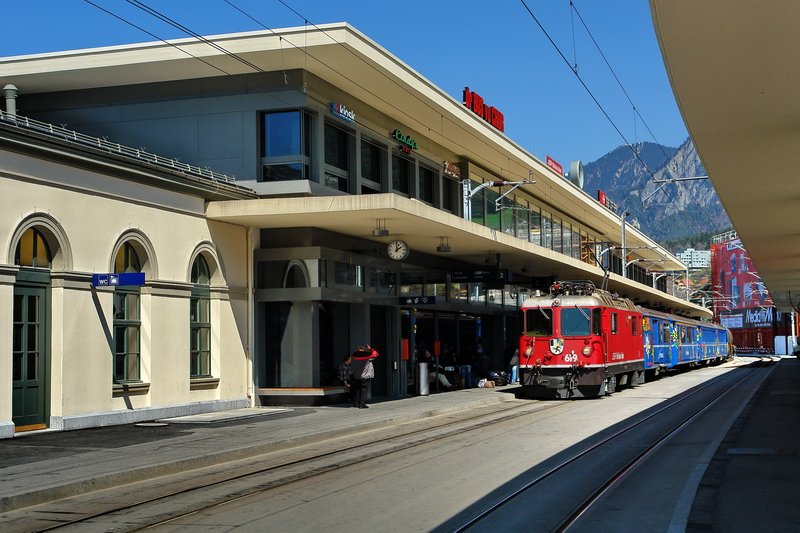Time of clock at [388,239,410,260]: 2:00
